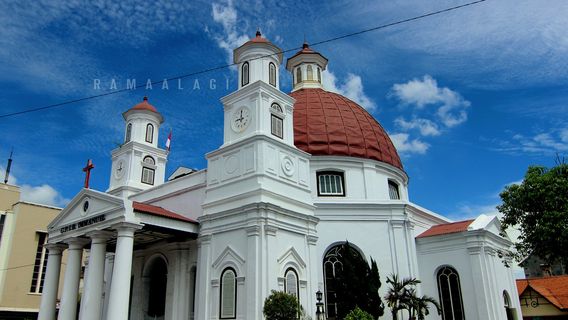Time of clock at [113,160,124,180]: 9:01
